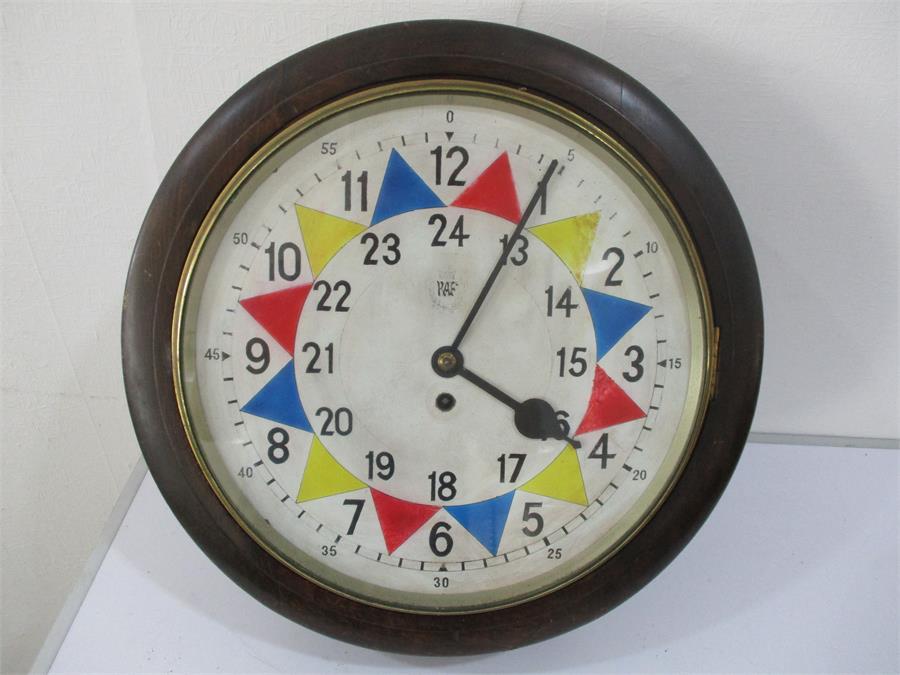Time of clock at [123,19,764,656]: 4:04
